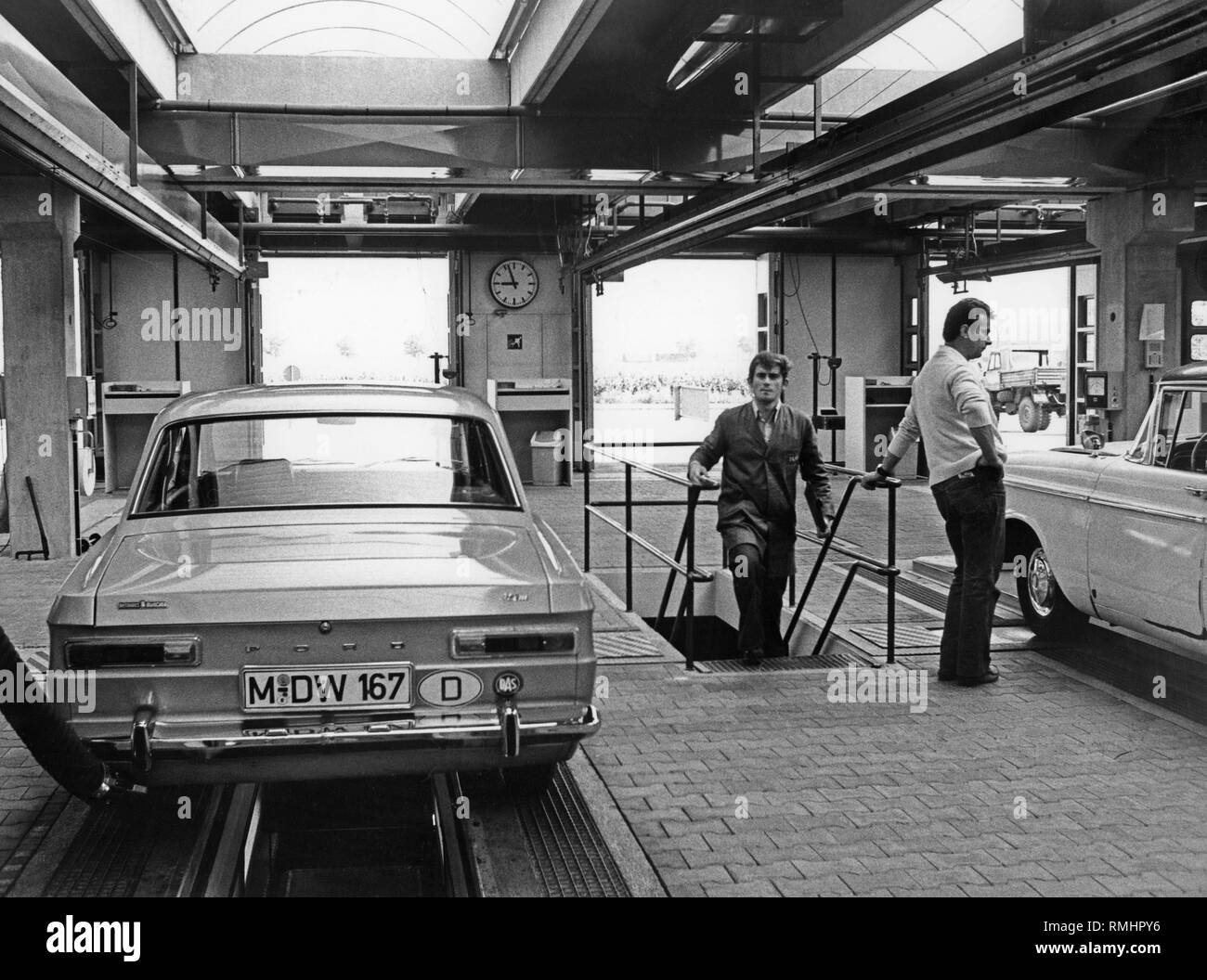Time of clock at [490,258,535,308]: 8:56
